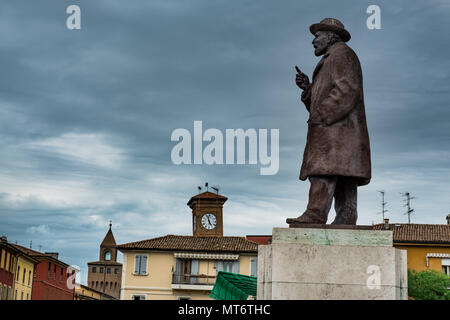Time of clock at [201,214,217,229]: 4:57
